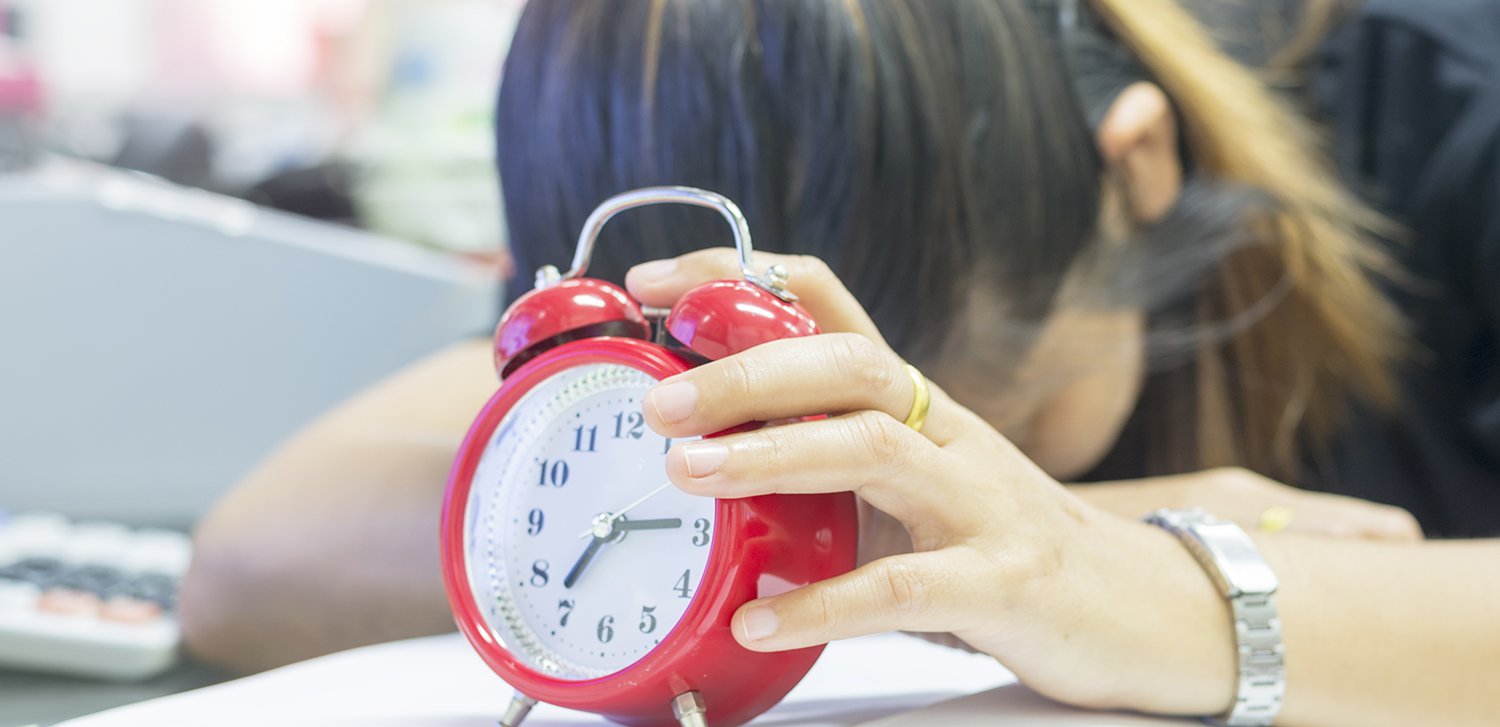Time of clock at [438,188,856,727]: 7:15
